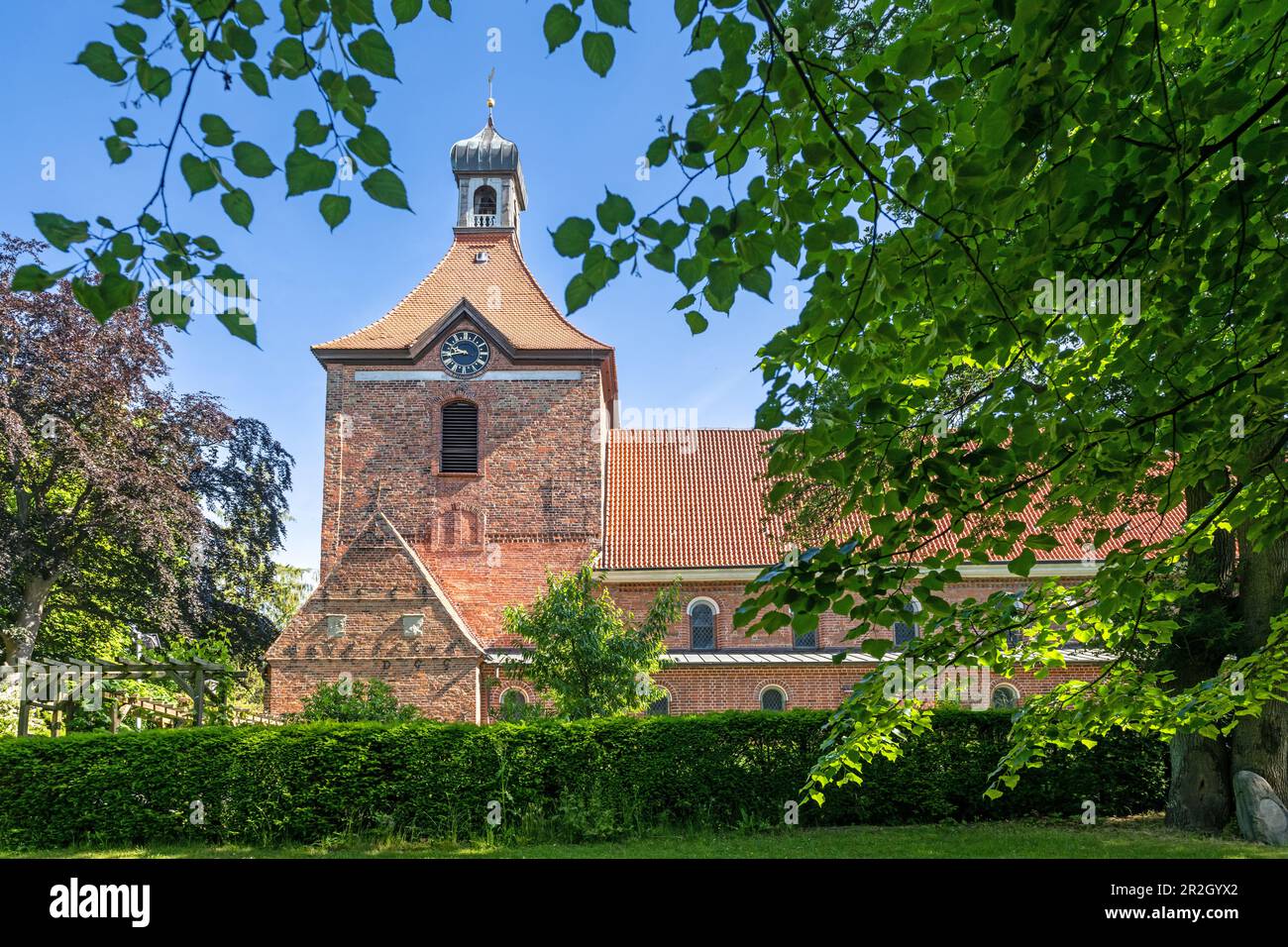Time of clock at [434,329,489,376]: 9:42
